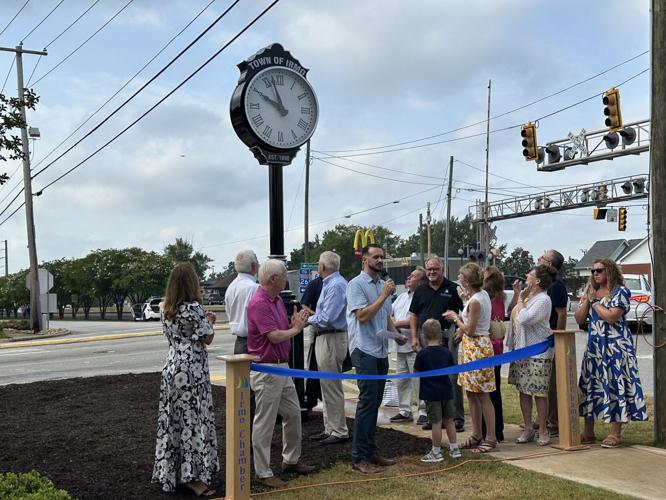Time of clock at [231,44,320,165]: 9:57
